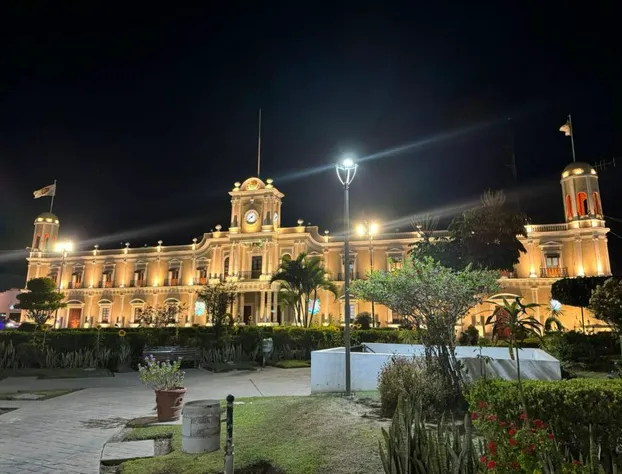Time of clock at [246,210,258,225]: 7:37
